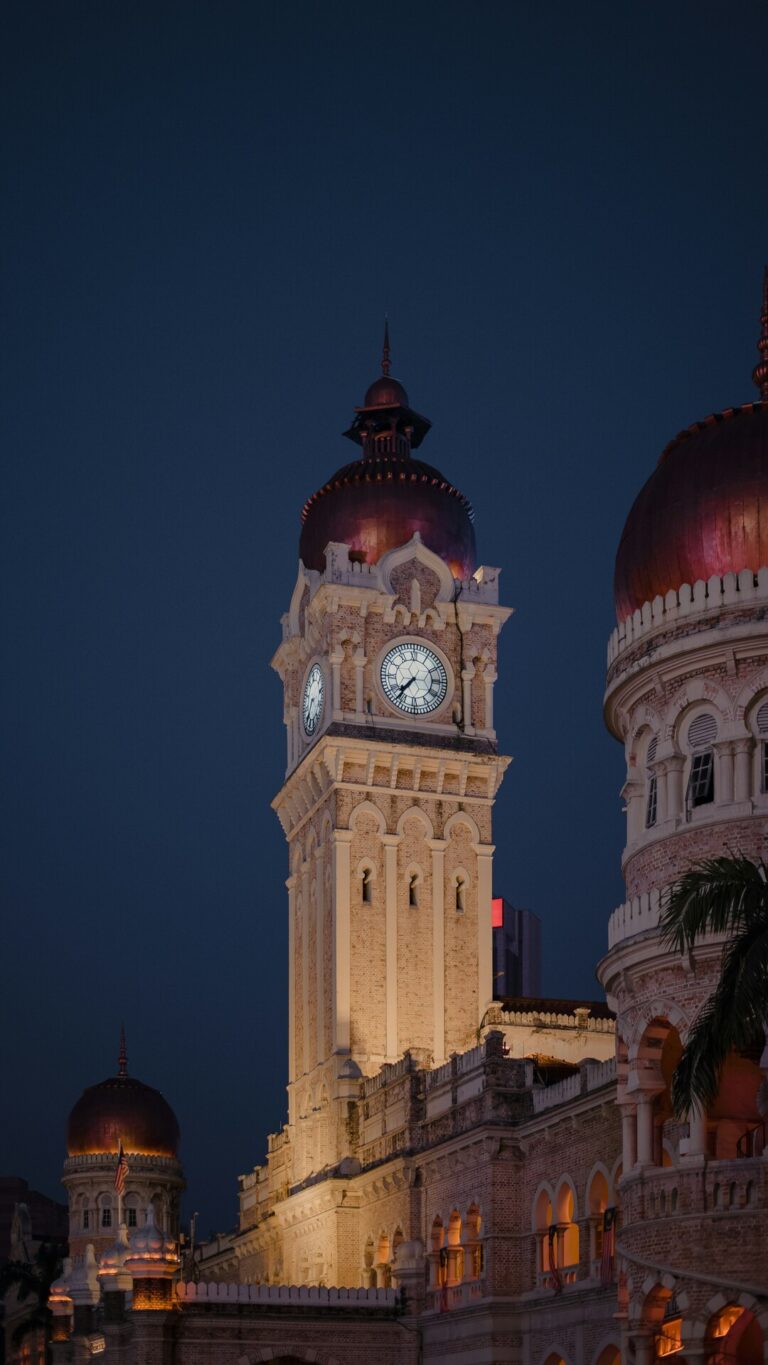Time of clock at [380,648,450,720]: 7:36
